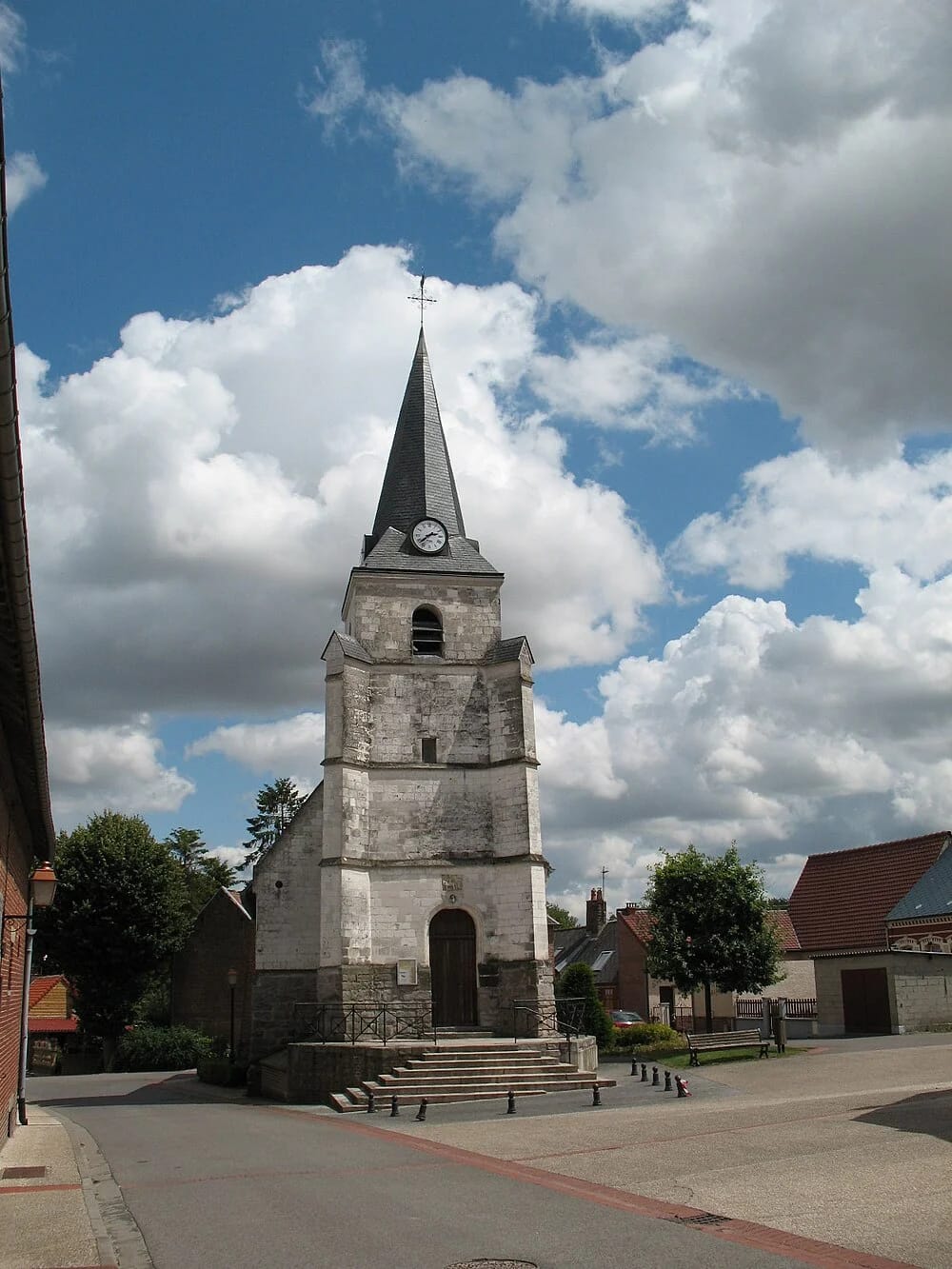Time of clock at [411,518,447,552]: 2:38
